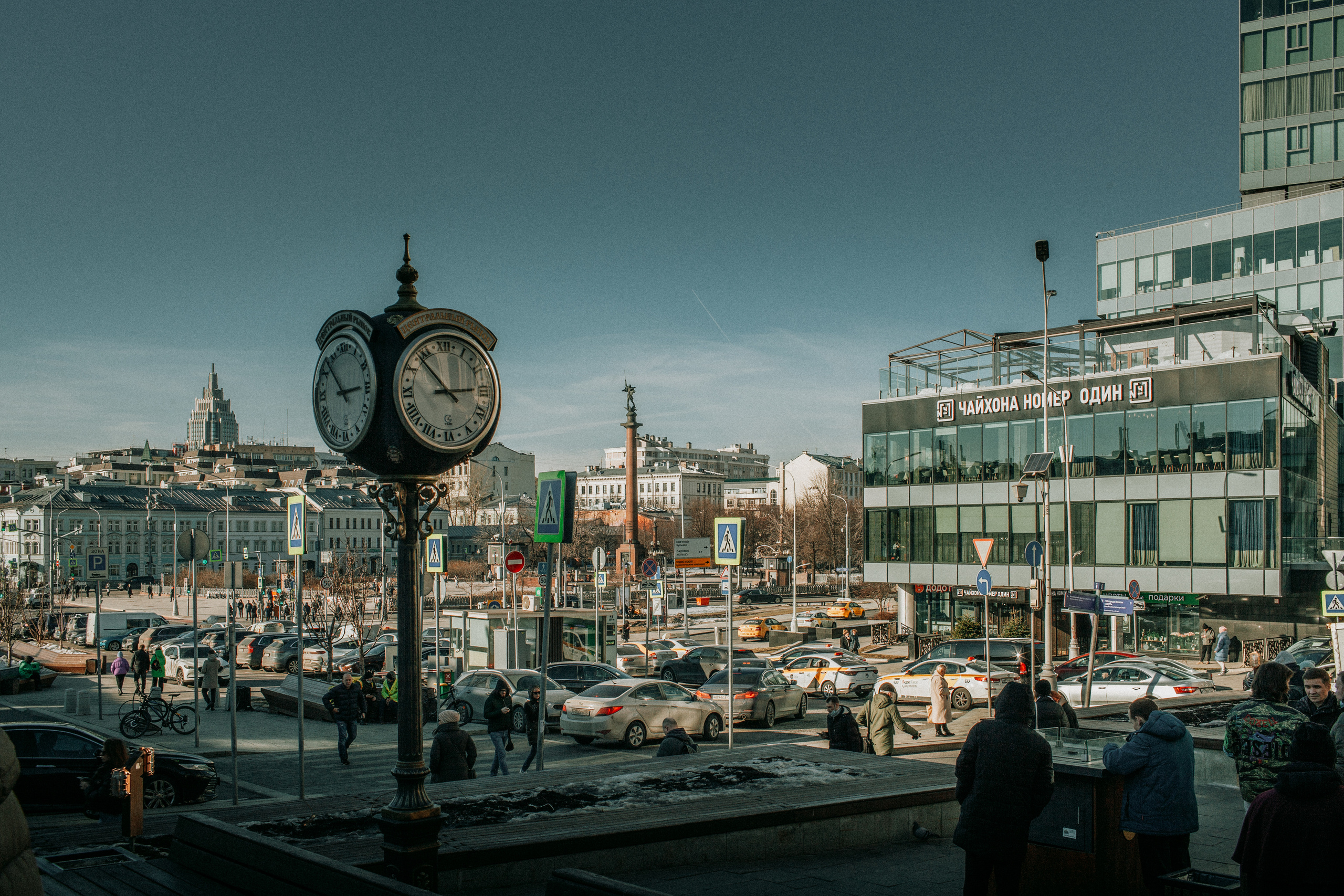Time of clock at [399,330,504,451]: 2:53
